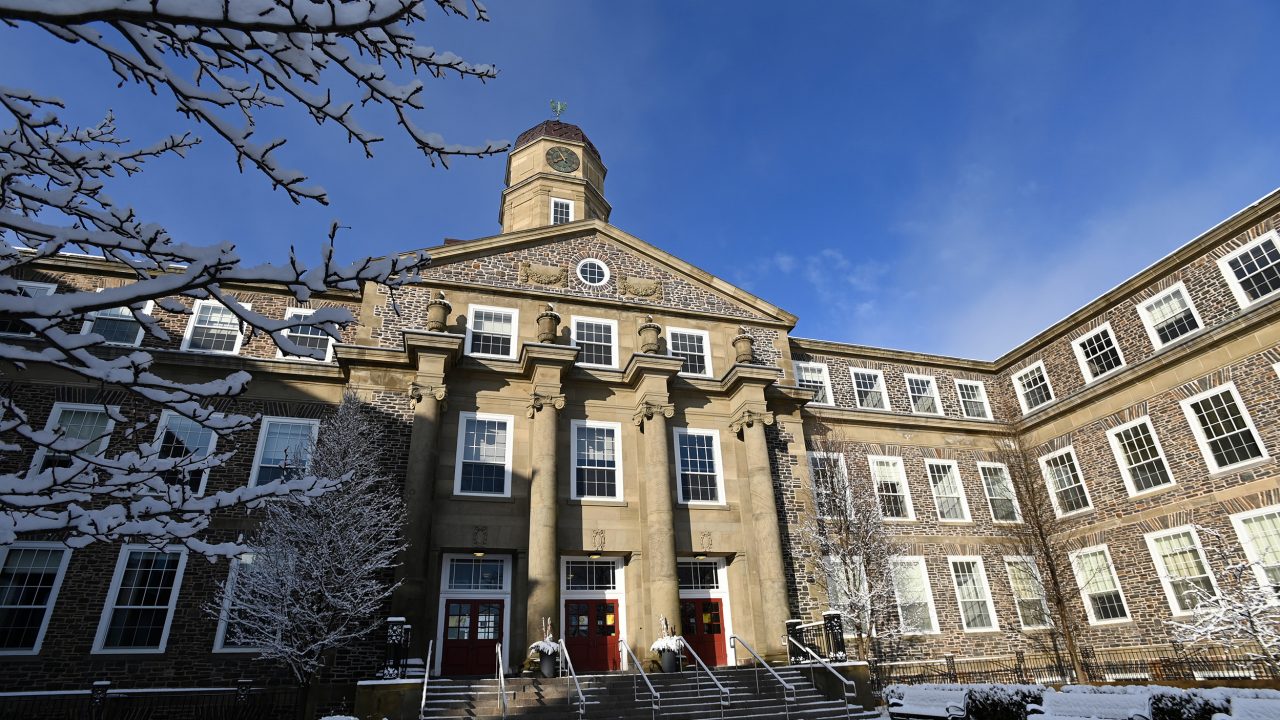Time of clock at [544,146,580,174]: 7:55
